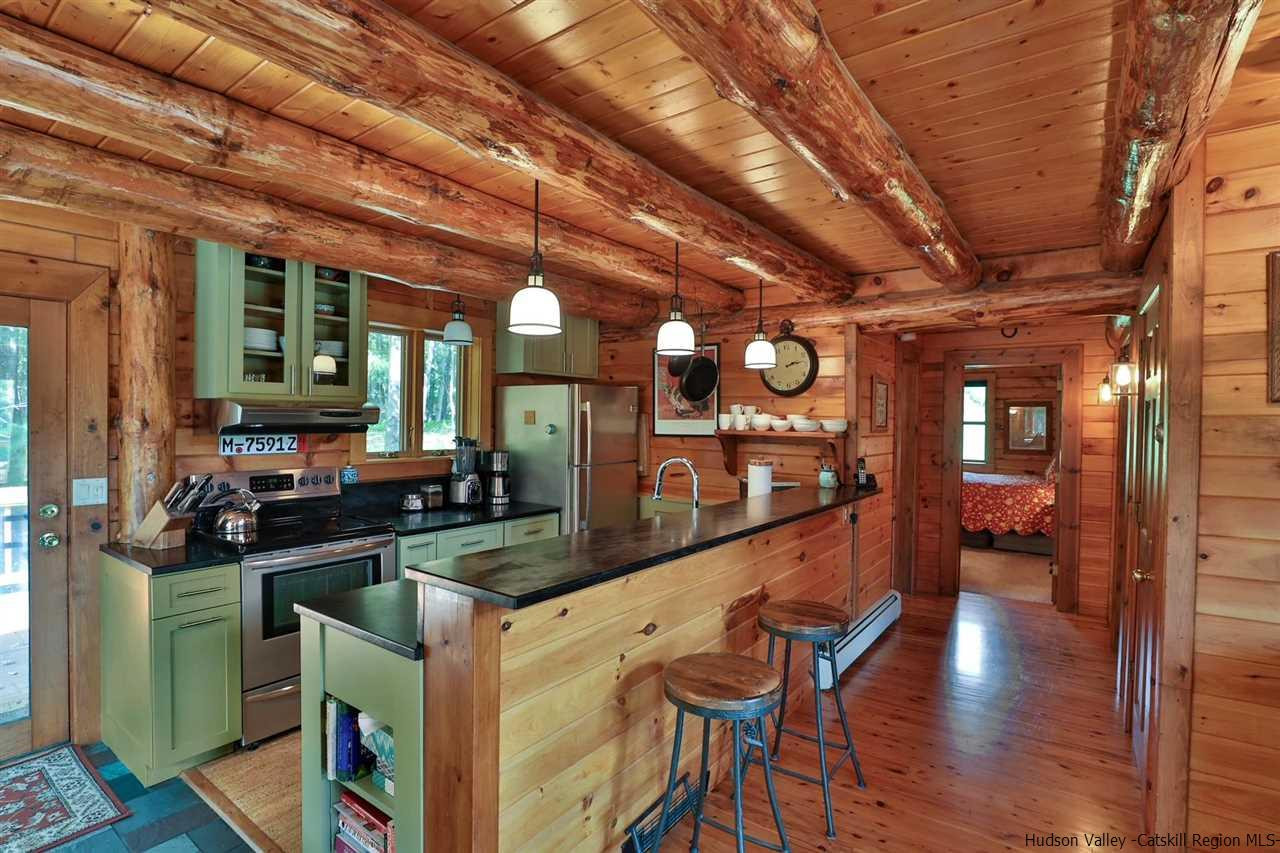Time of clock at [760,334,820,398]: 2:13
